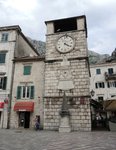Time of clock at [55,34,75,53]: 4:20
